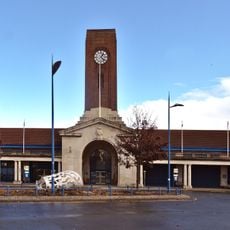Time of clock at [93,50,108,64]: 1:22
